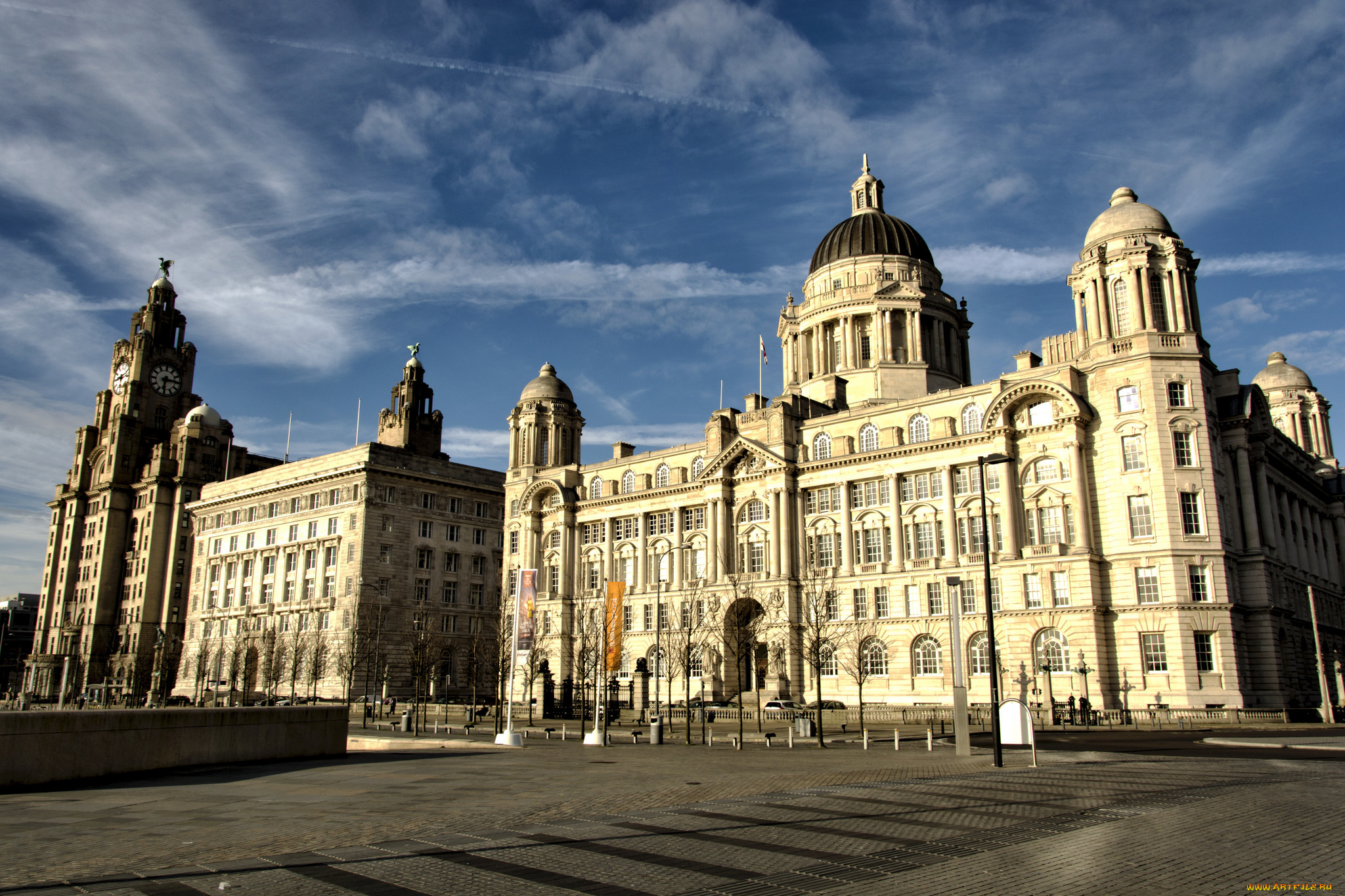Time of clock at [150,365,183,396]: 6:15
